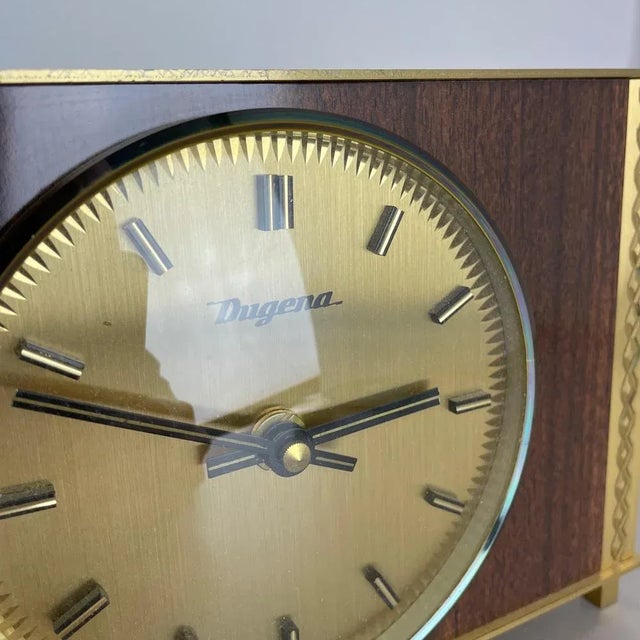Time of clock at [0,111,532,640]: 2:48
